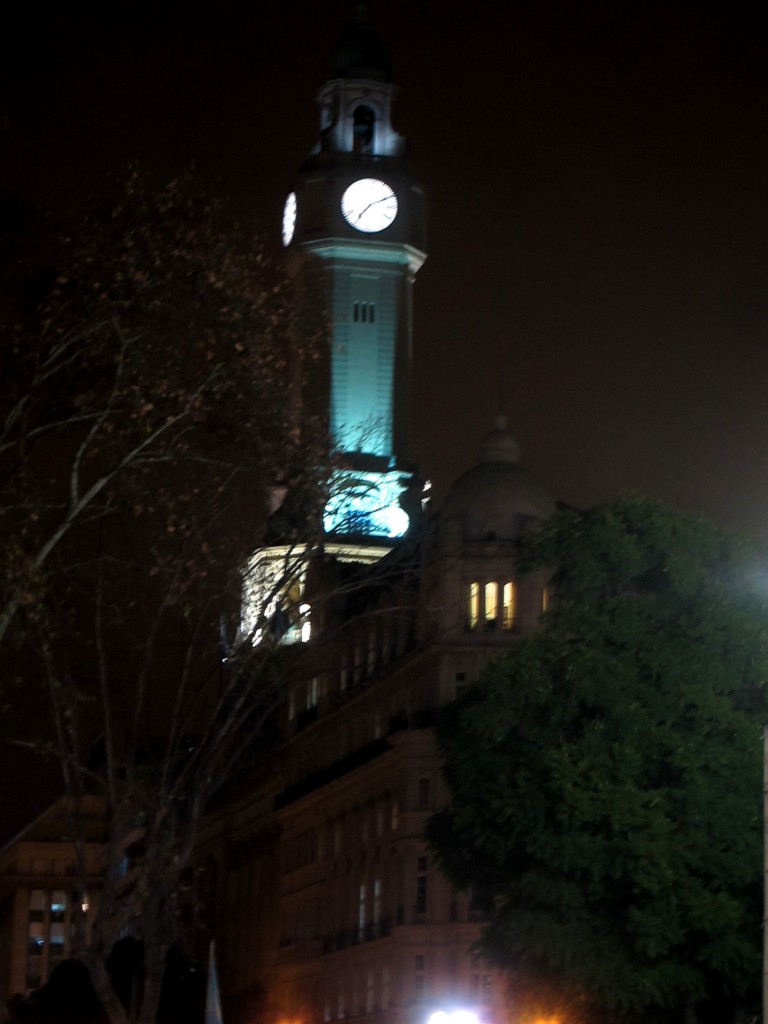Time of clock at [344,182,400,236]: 7:10
